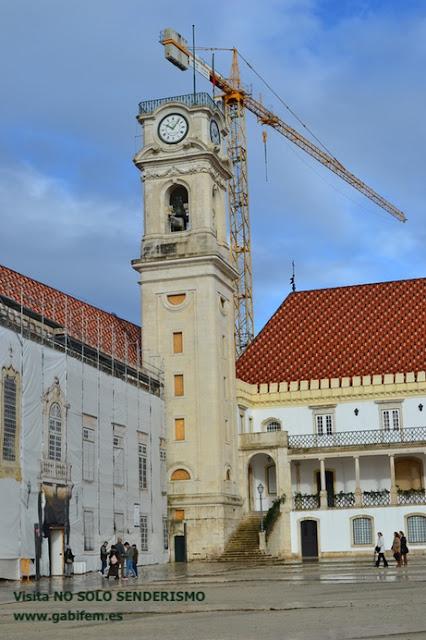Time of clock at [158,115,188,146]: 10:06
